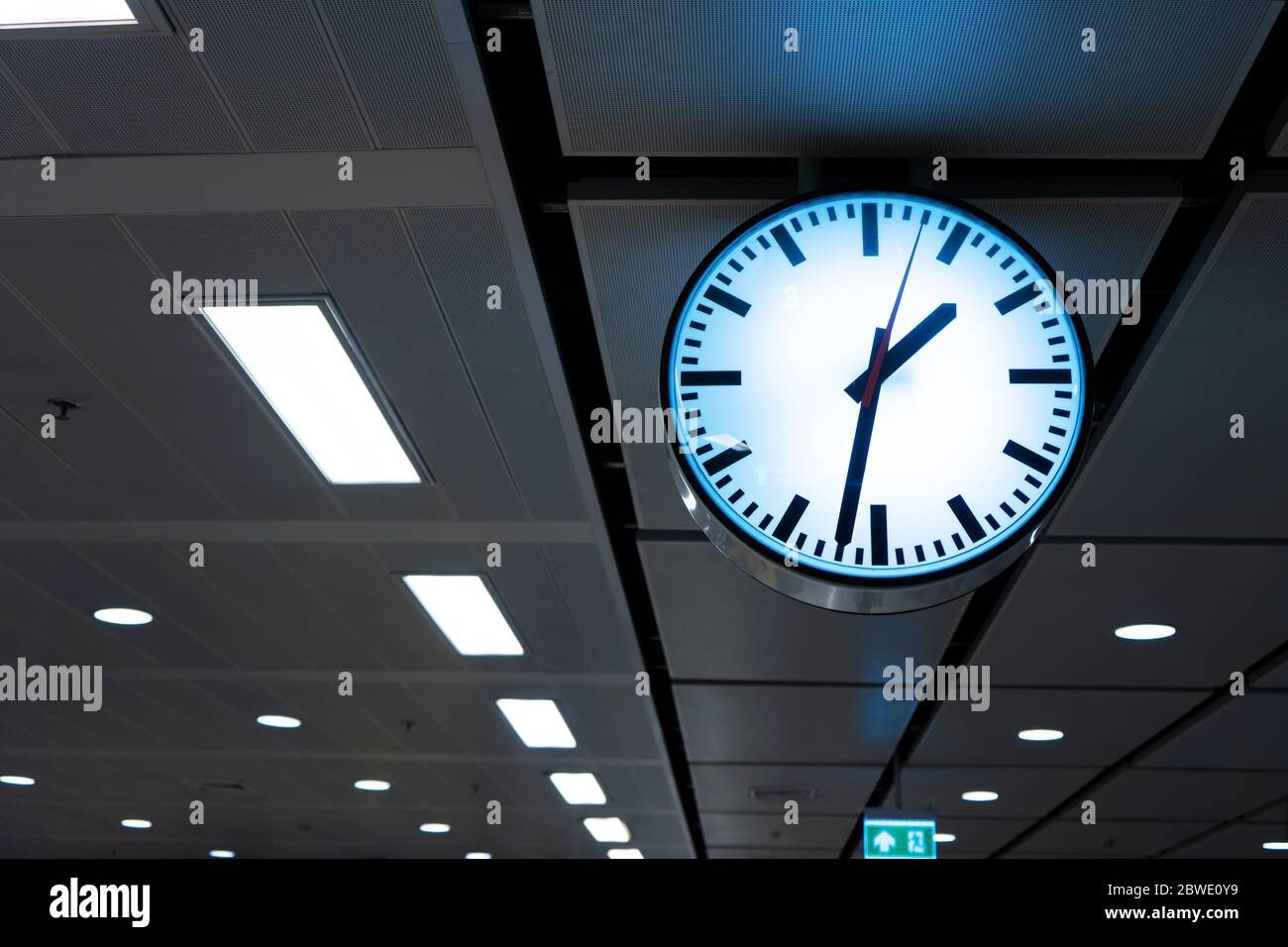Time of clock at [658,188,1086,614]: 1:32
